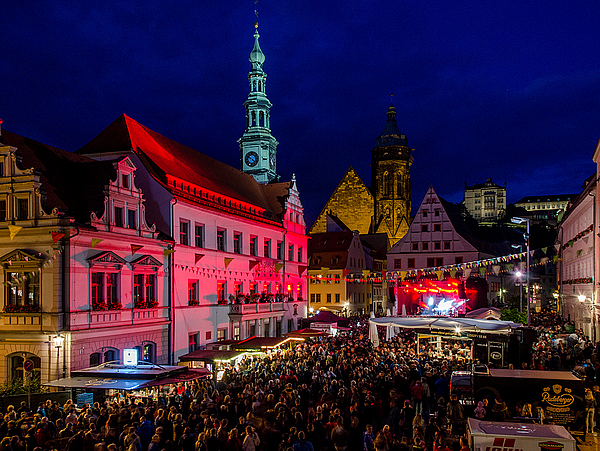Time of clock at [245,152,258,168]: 10:21
